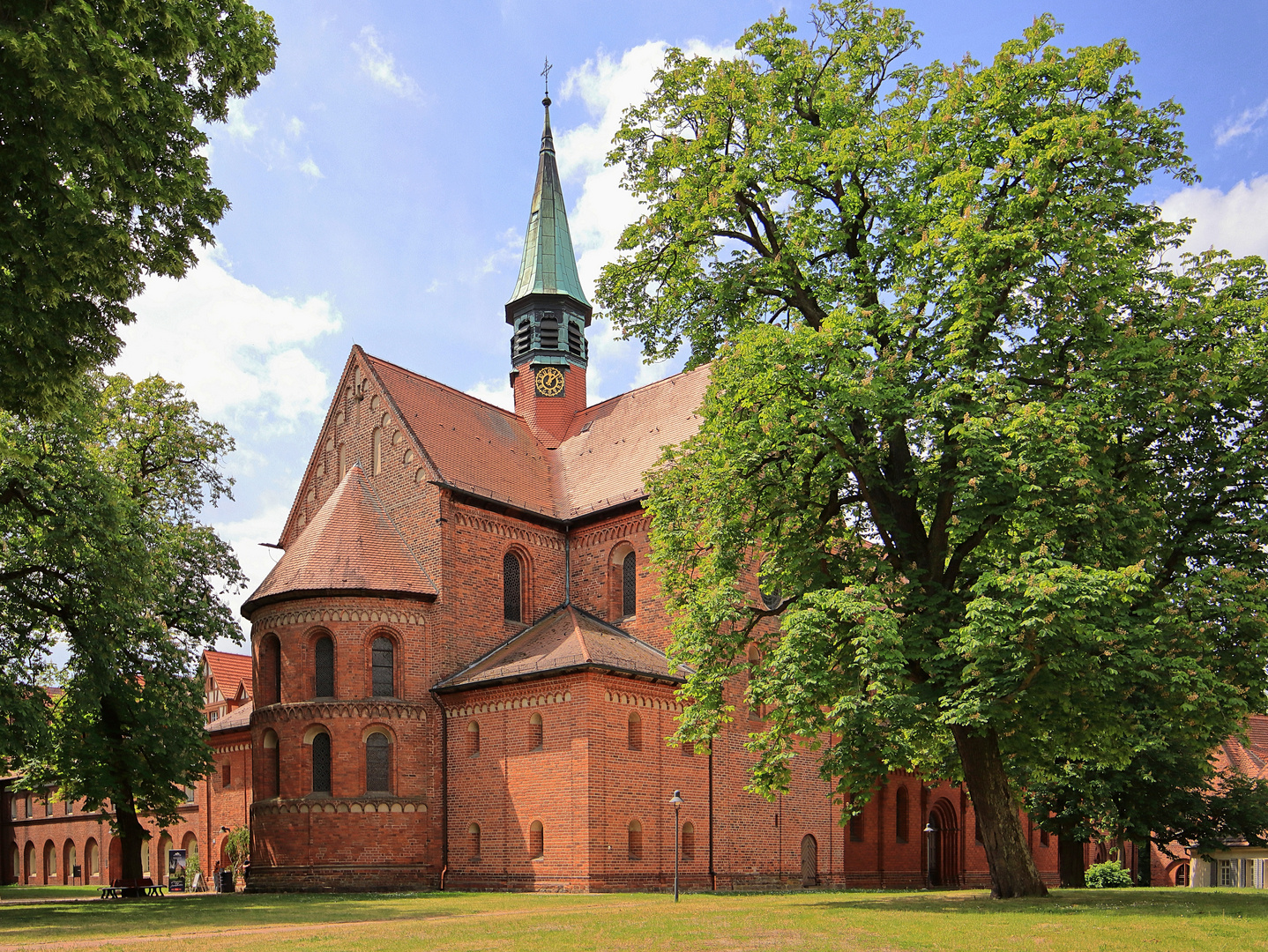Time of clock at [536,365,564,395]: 12:07
